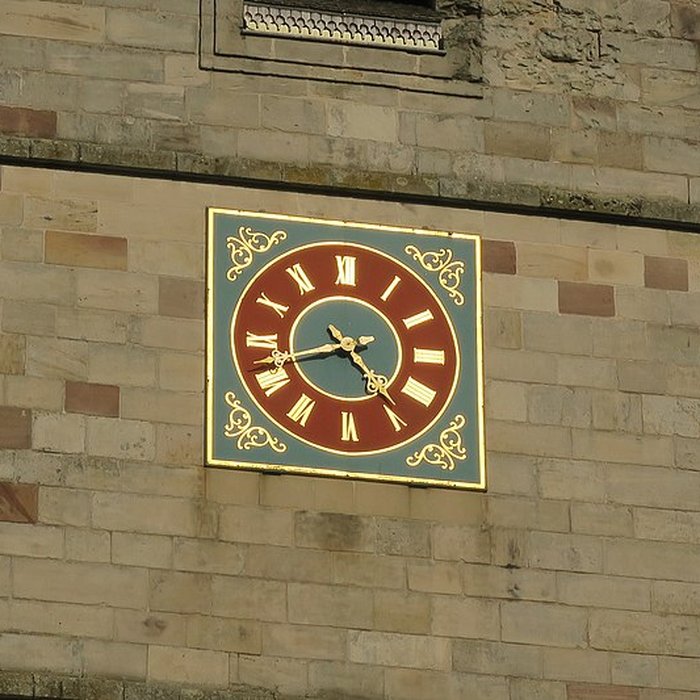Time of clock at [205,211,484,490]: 4:42
